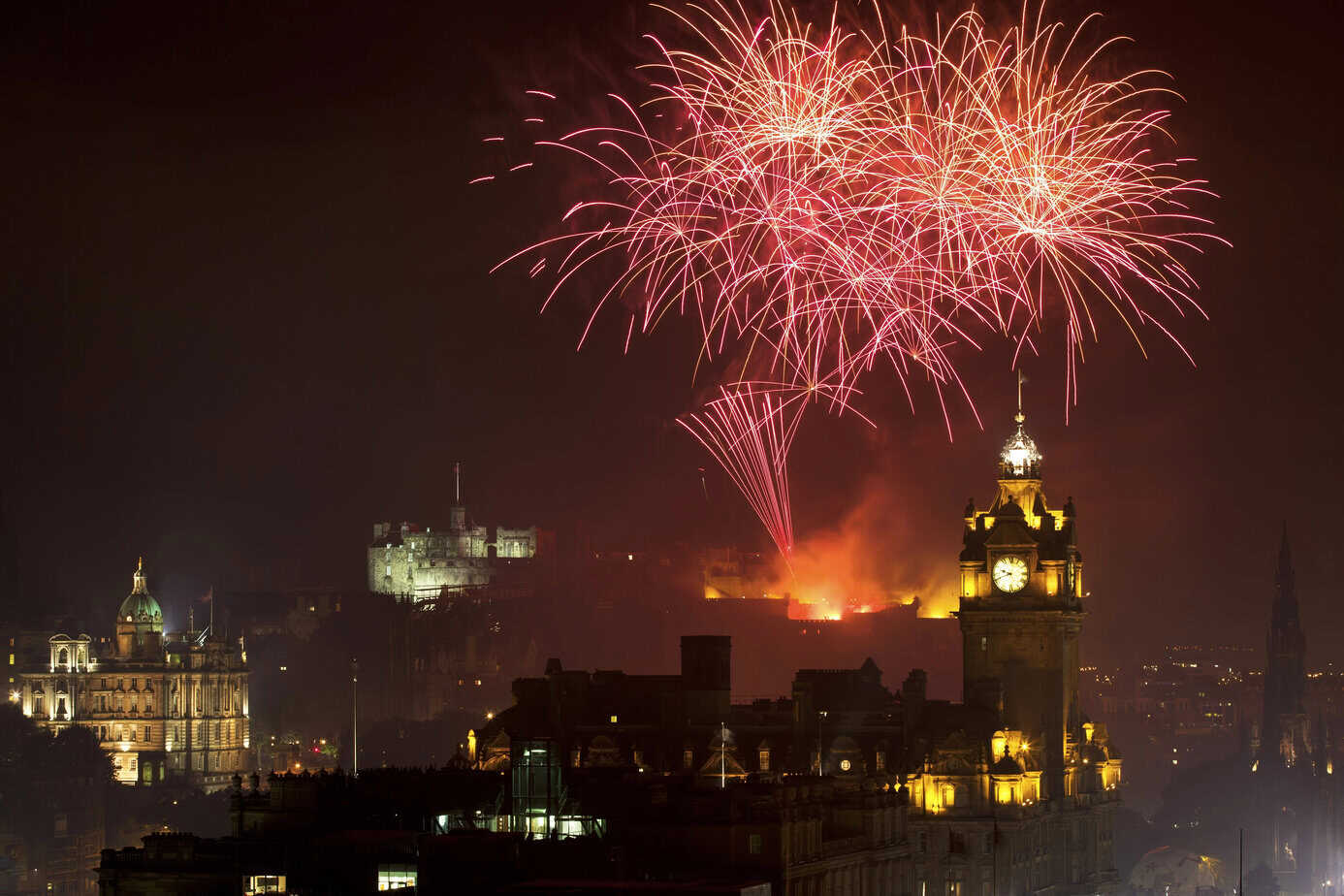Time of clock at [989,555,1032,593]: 9:41
